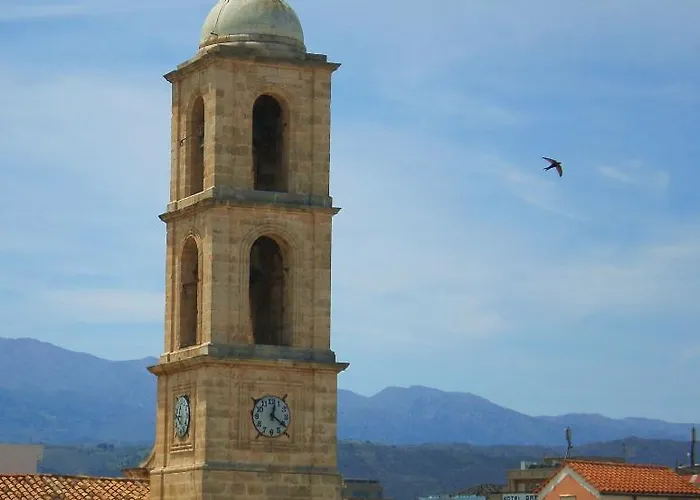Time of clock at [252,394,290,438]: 12:21
